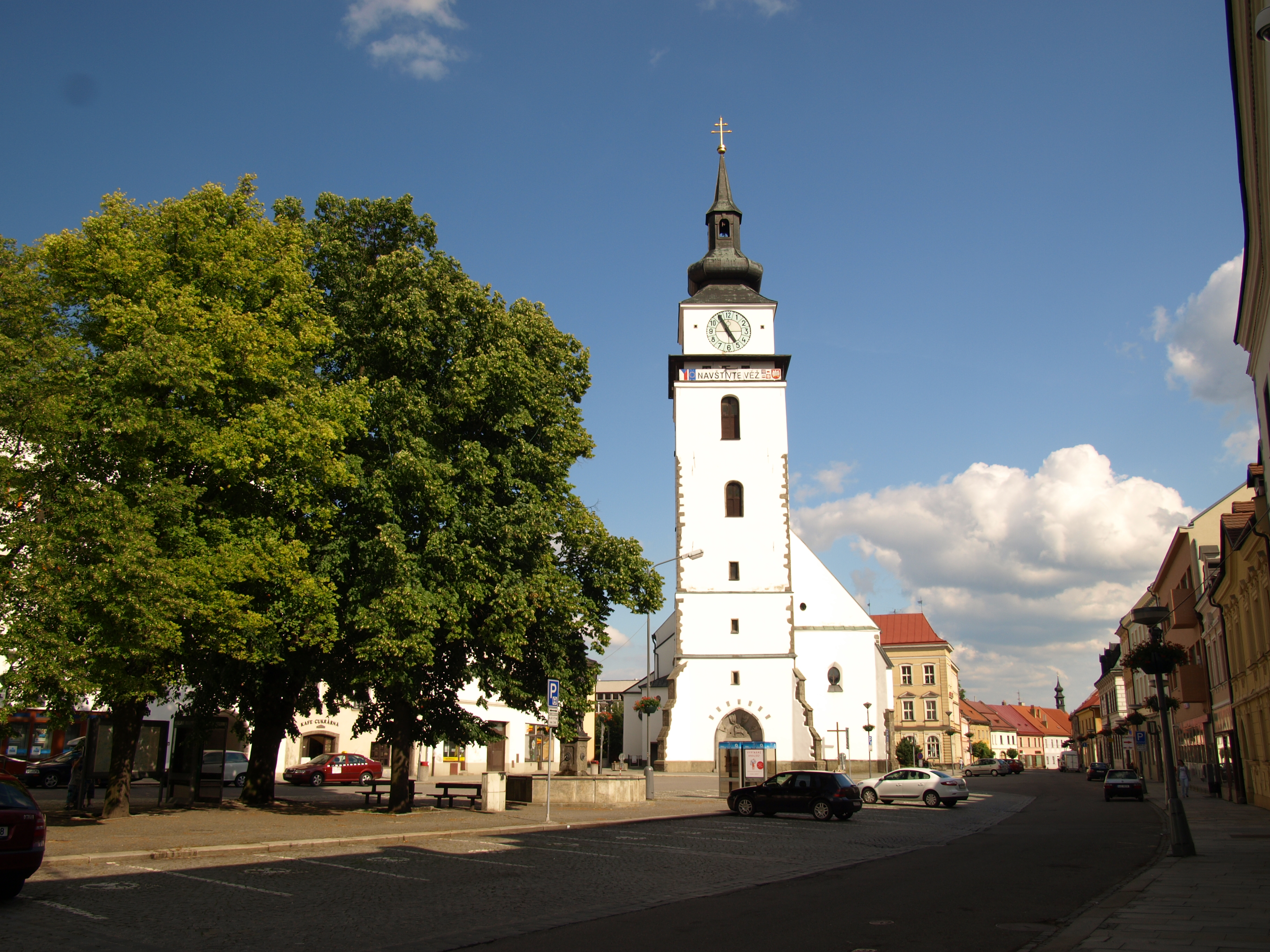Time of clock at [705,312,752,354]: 4:55
